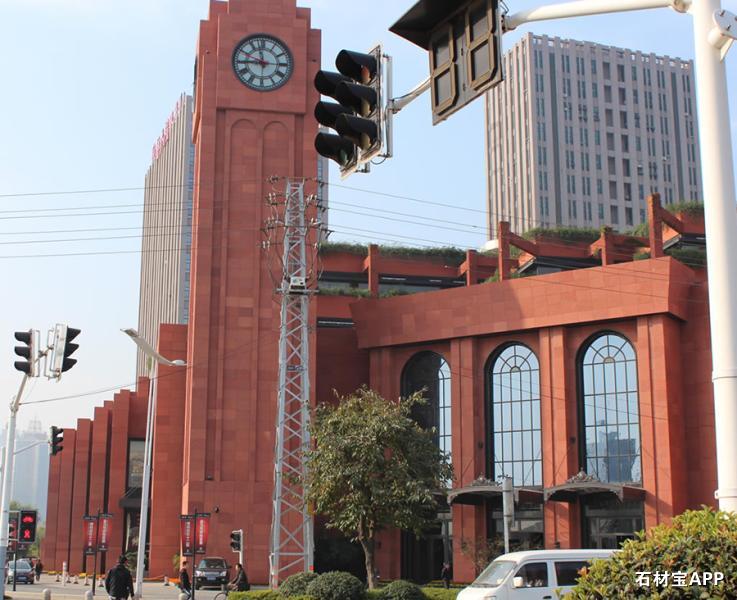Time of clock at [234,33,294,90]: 8:57
